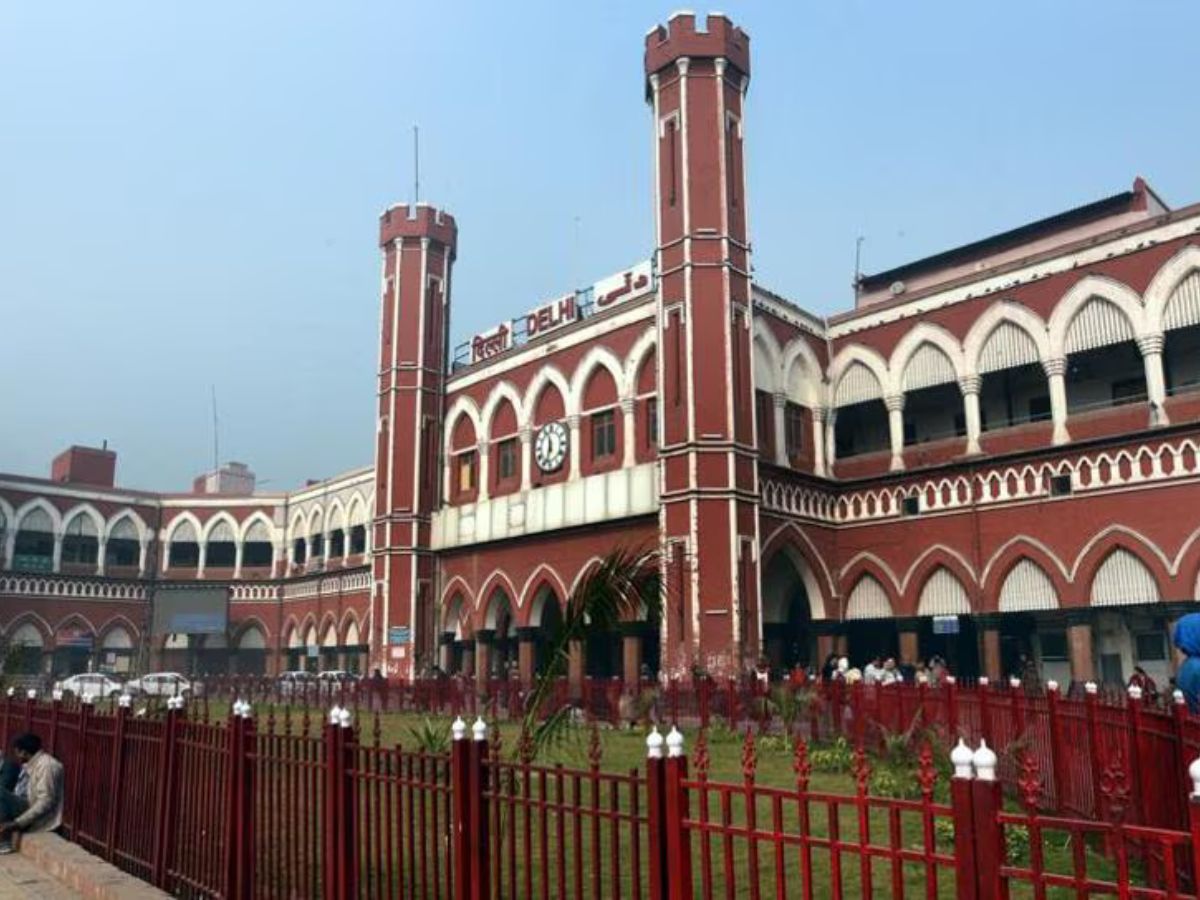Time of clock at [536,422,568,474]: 11:32
